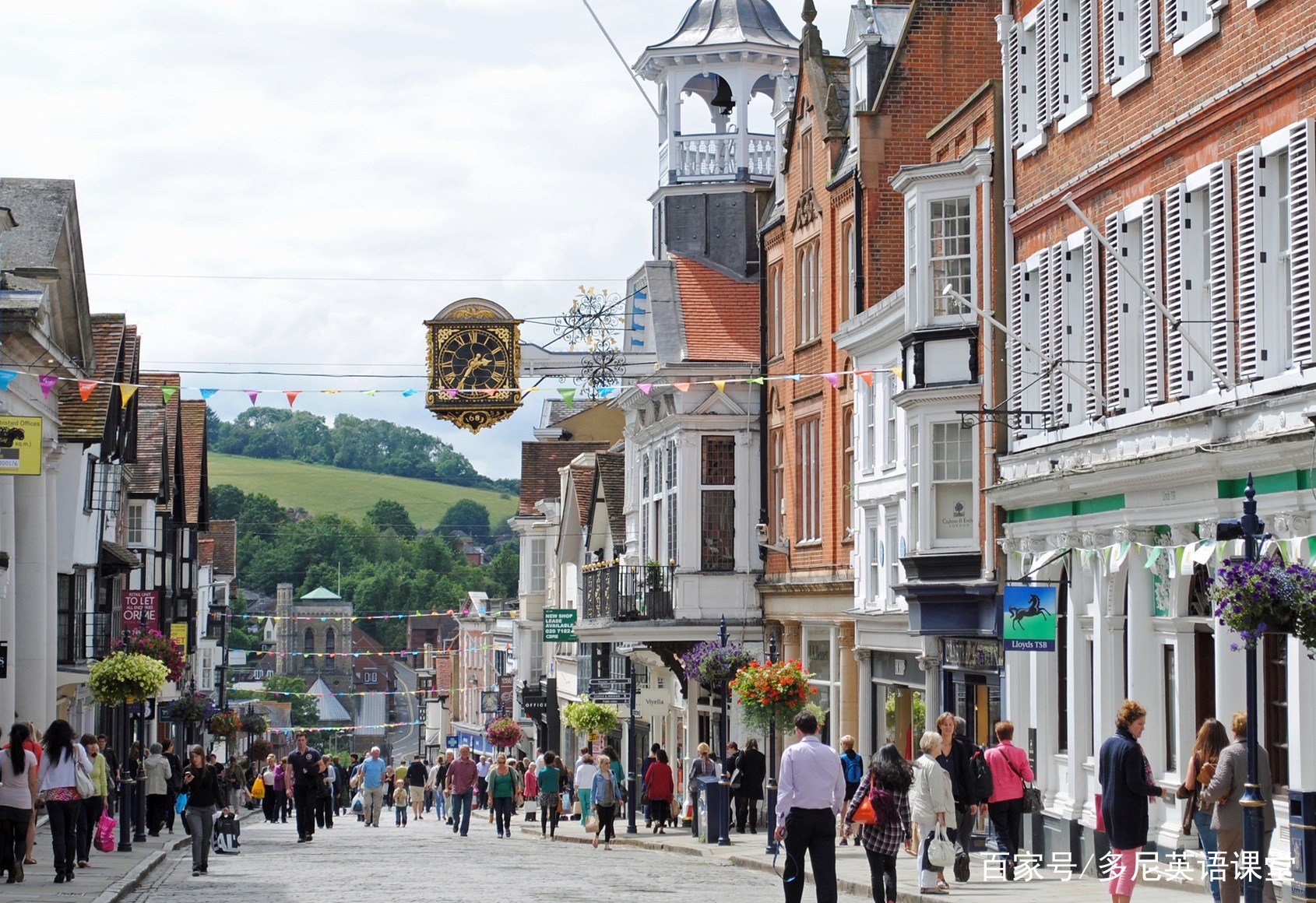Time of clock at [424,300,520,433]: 2:35
